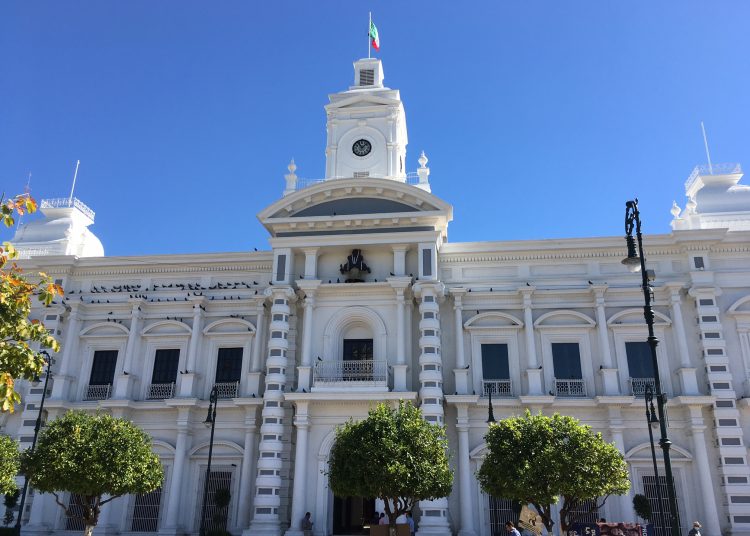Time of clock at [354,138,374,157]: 11:07
